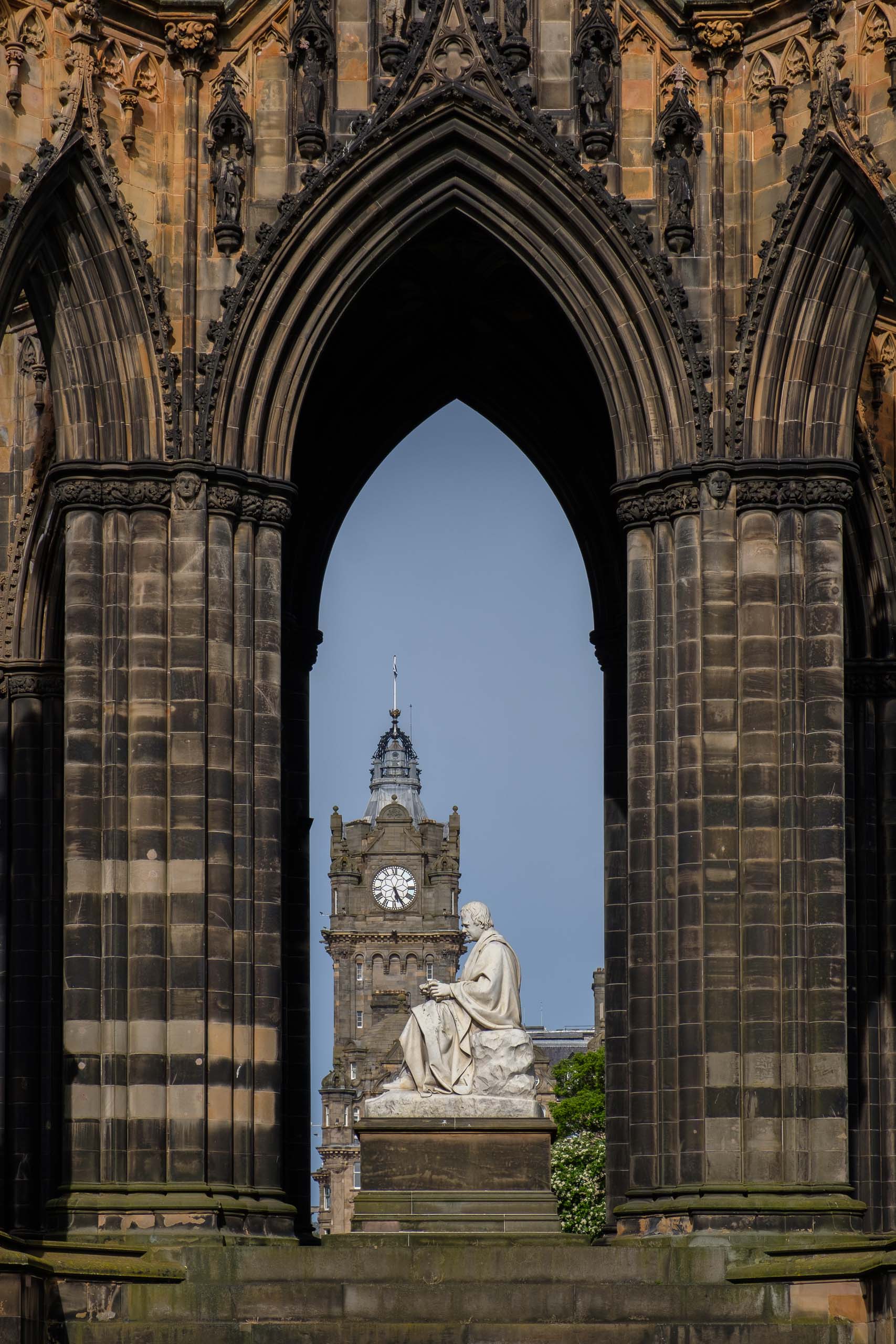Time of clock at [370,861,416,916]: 5:25
